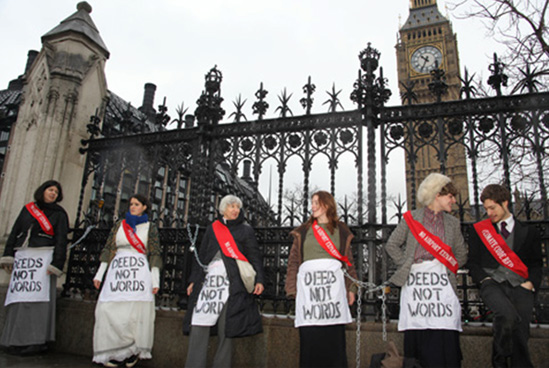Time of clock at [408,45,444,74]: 10:34
